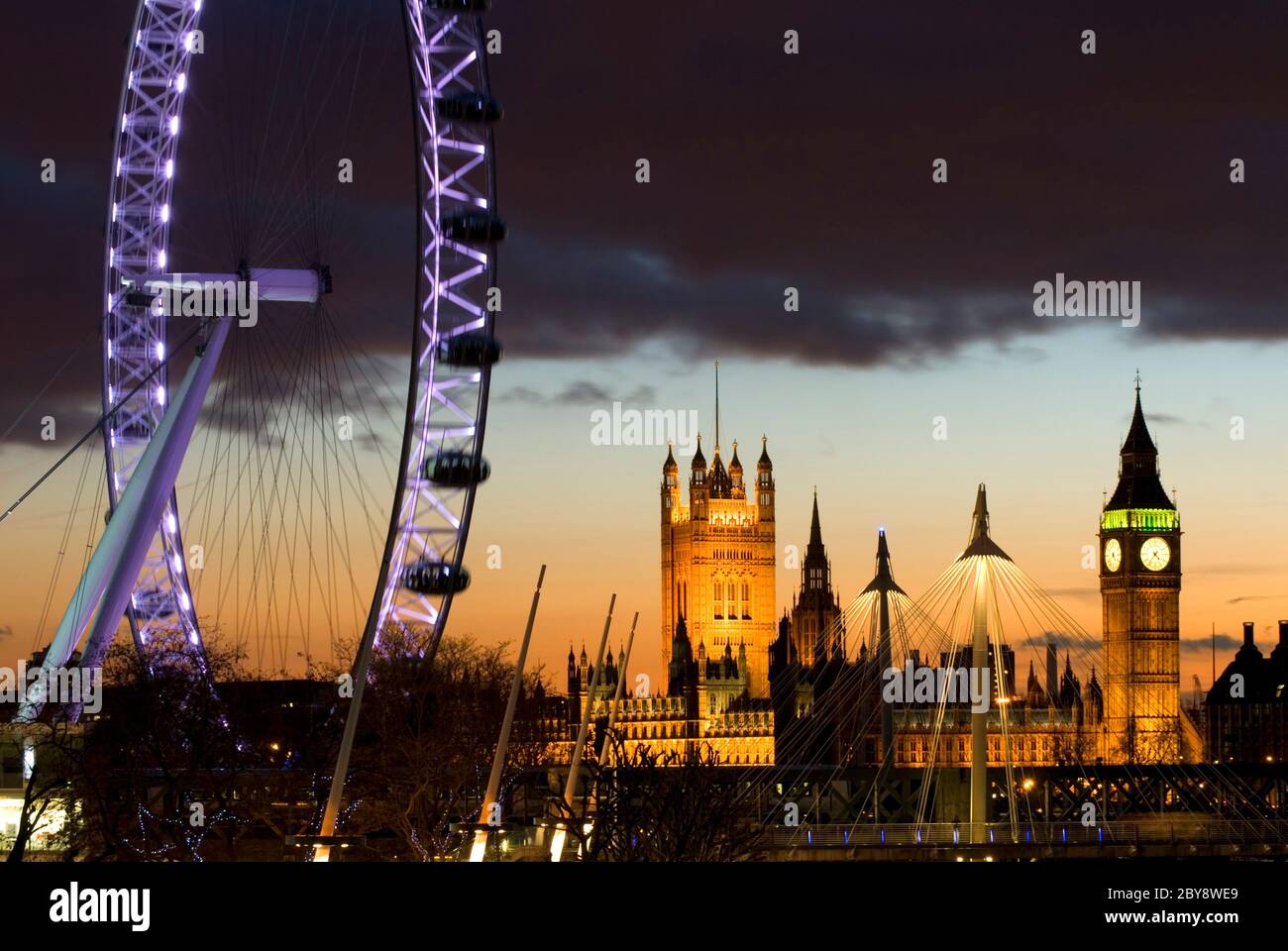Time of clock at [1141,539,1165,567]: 4:36
